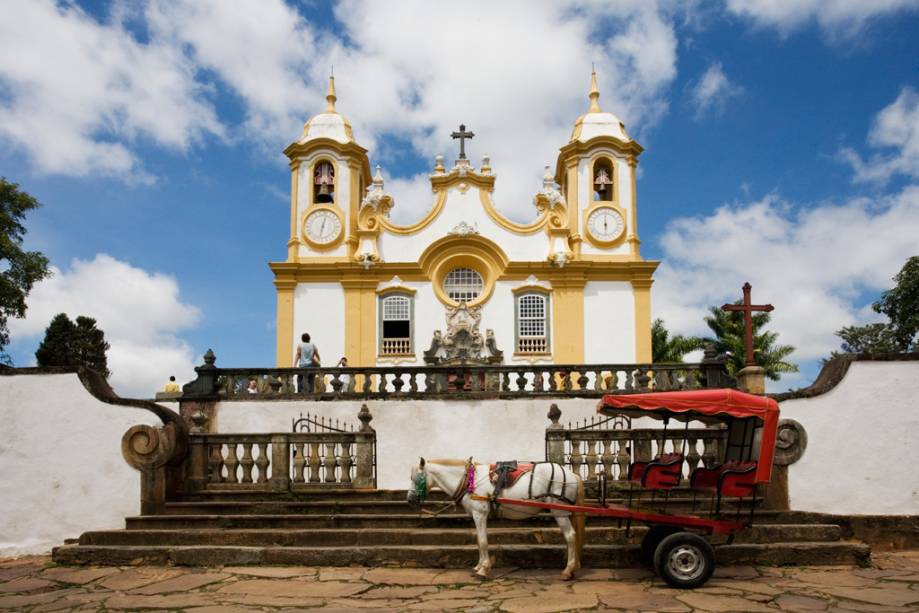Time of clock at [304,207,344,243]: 12:32
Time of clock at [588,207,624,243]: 6:00
